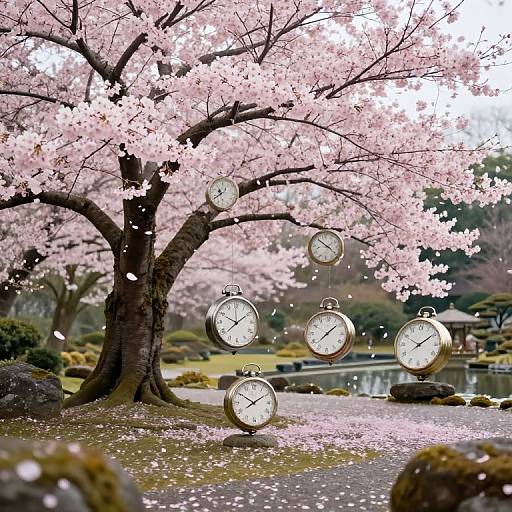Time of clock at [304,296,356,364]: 1:37
